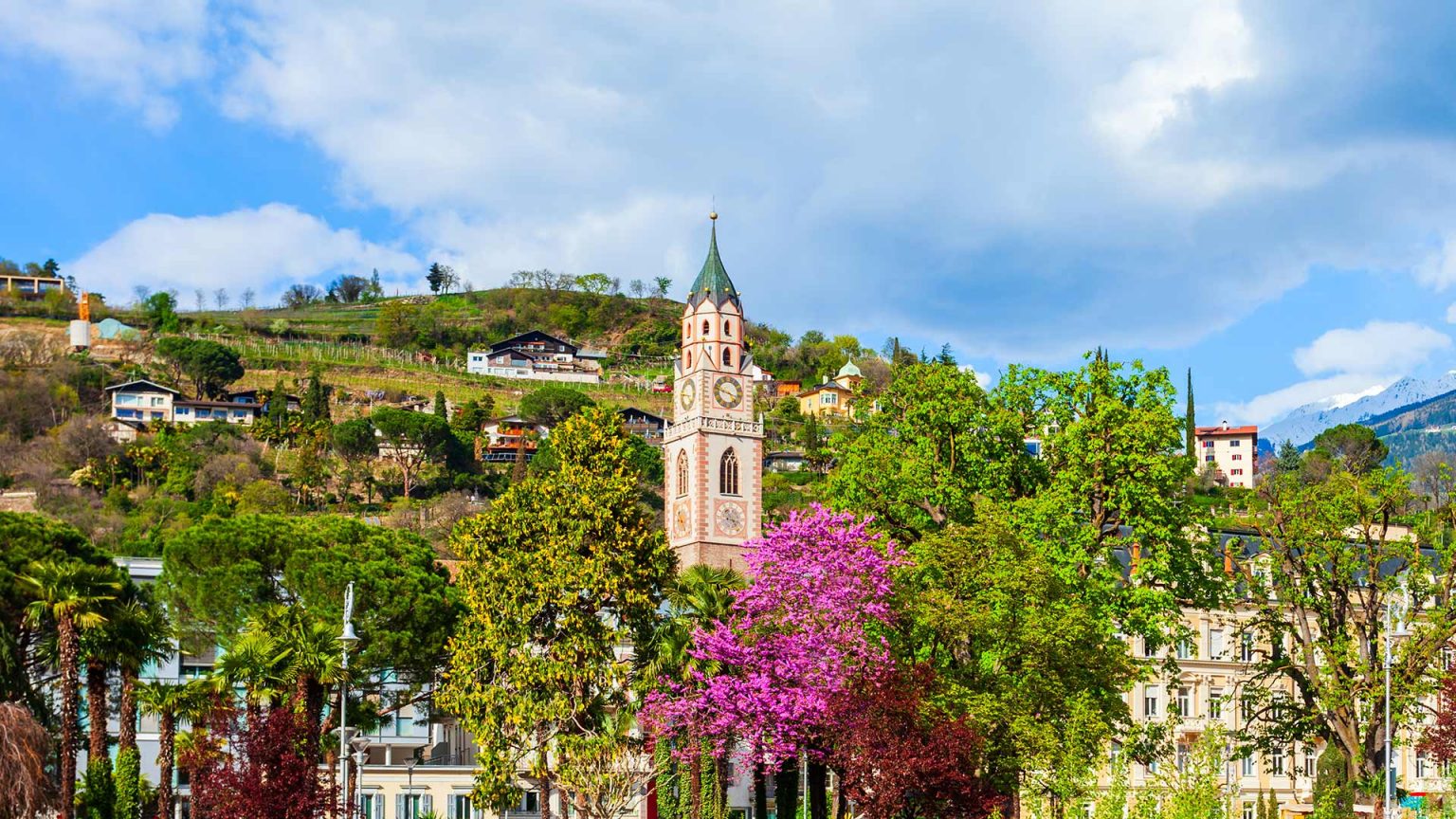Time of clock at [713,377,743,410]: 3:47
